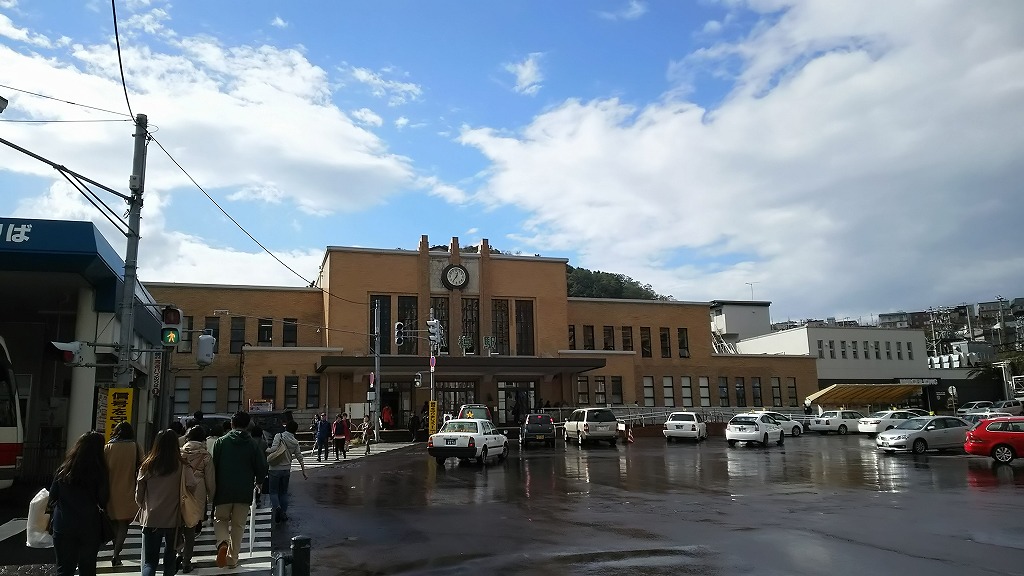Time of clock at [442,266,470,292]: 12:36
